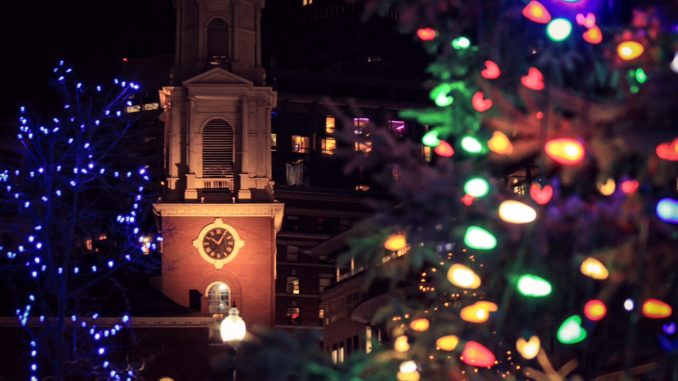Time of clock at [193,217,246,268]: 10:04
